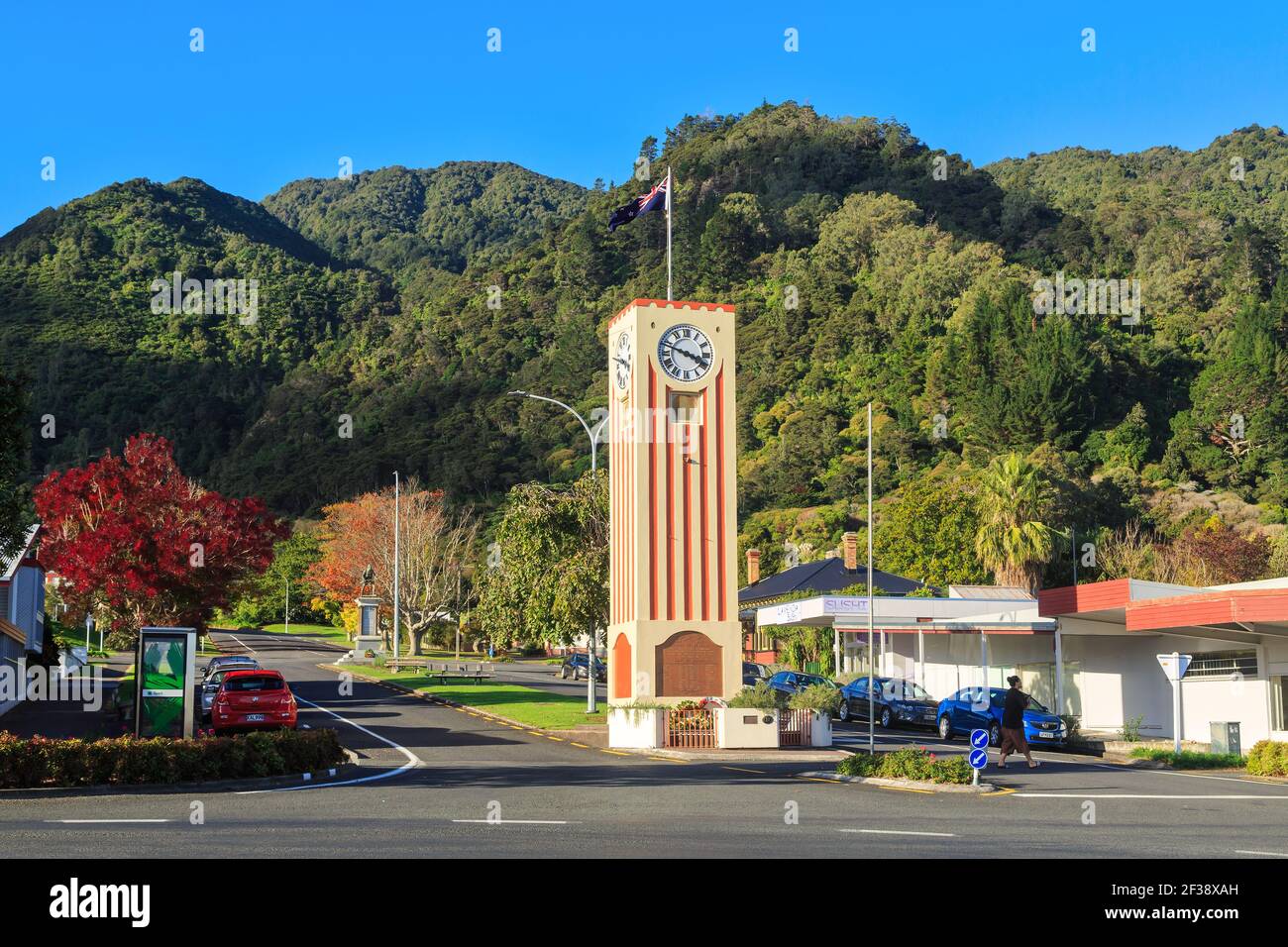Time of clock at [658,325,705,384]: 3:48
